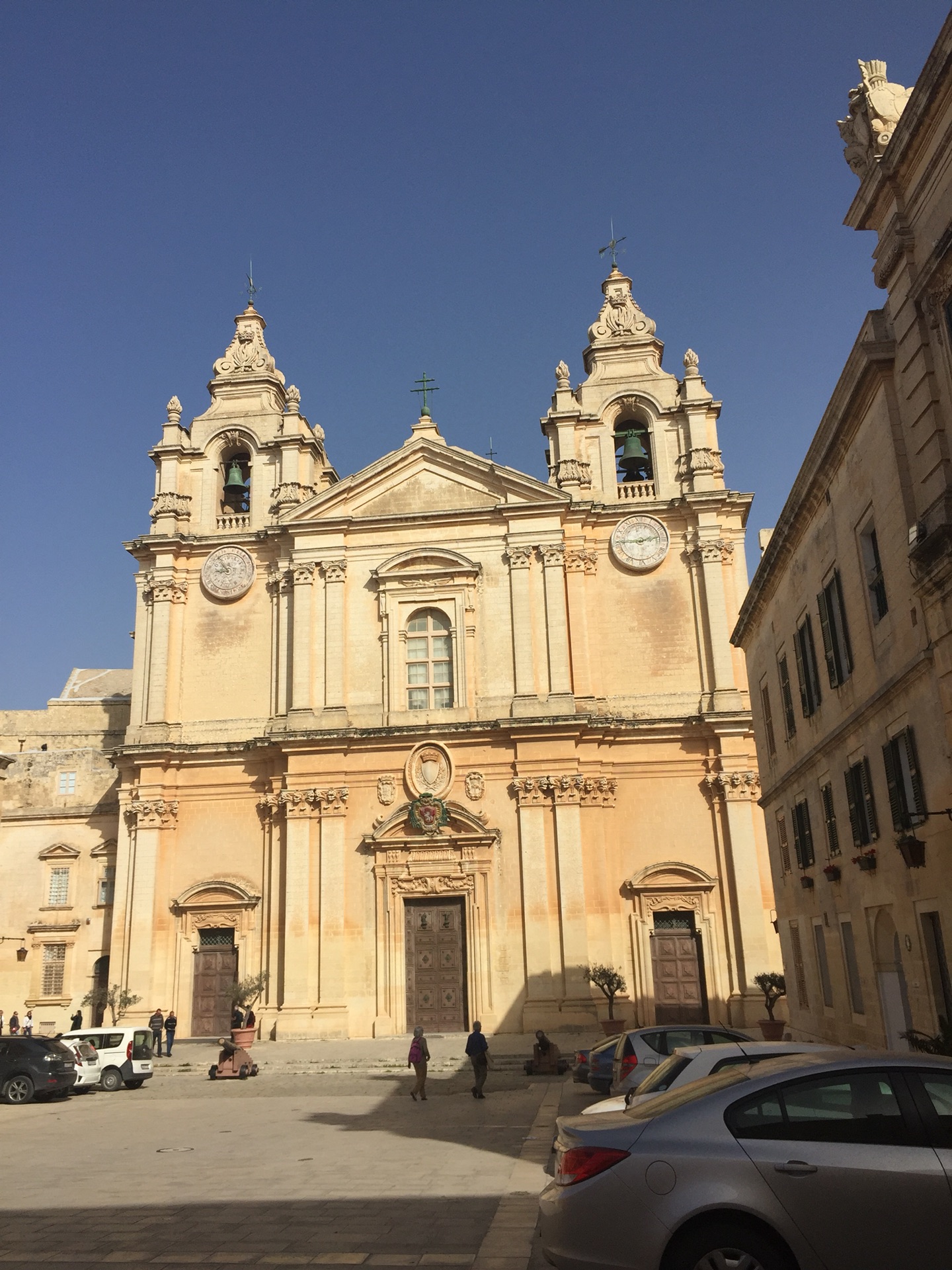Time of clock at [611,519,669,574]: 2:44
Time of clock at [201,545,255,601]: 8:54
